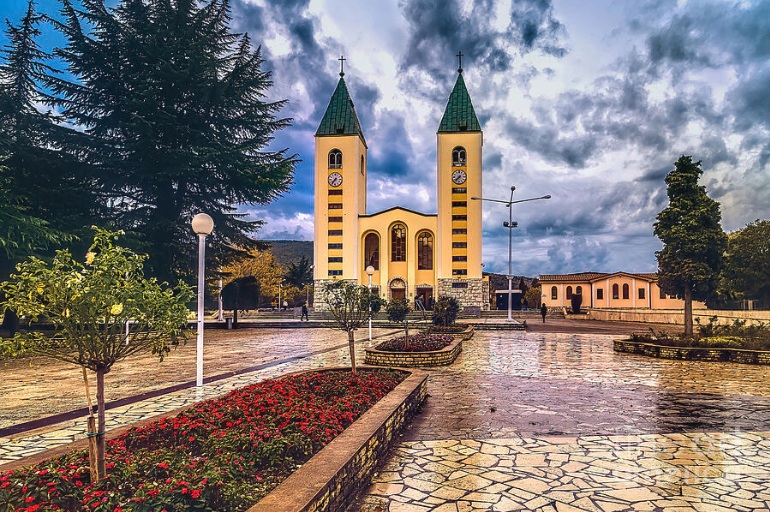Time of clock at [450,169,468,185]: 7:37
